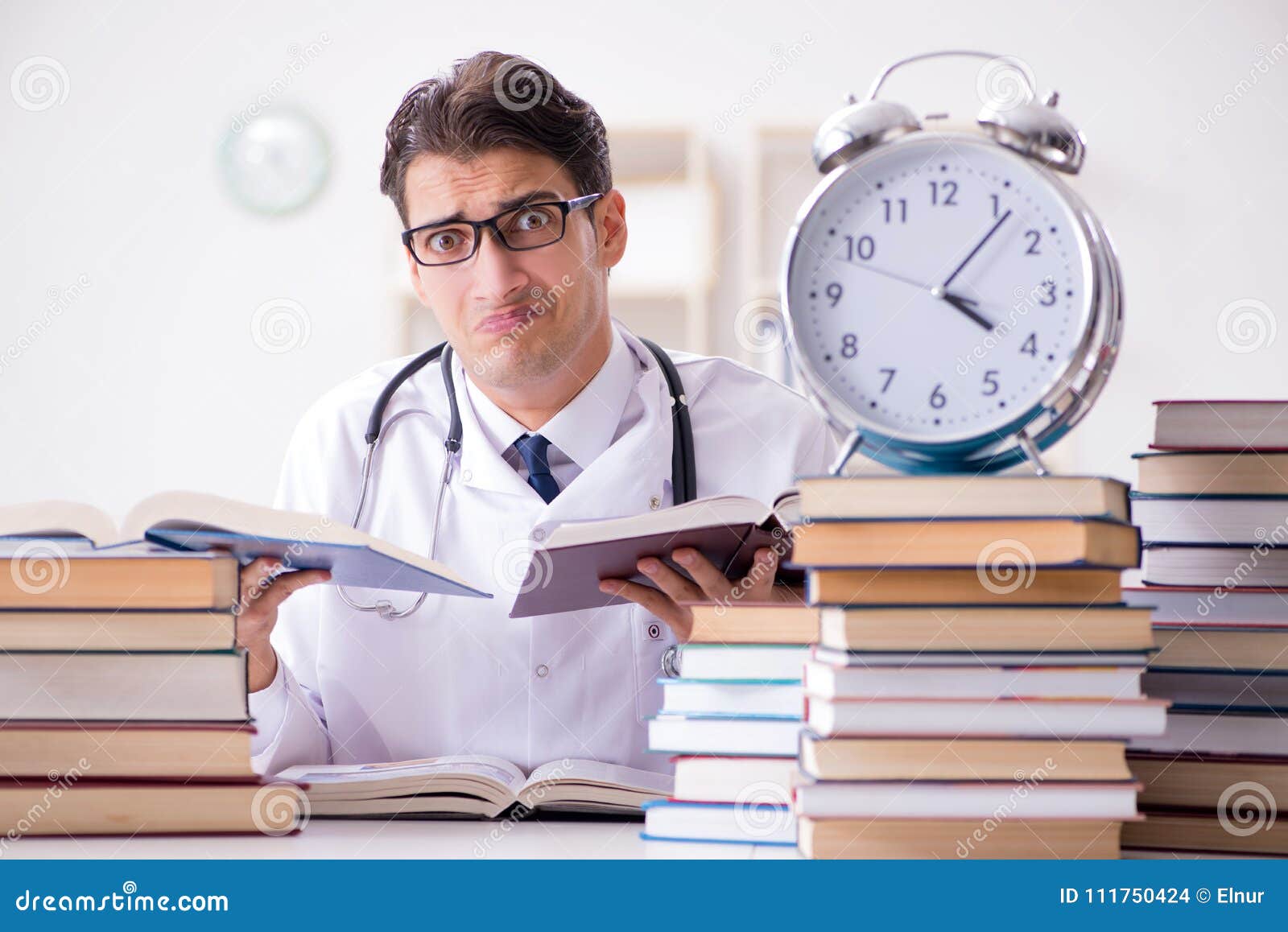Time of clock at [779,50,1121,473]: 4:06
